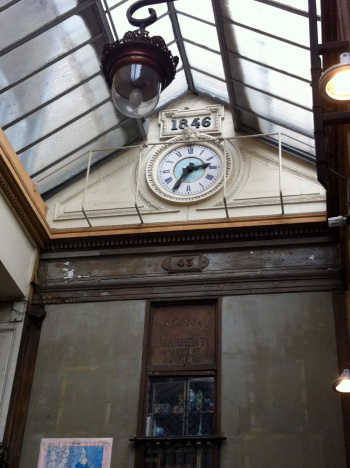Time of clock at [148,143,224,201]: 2:35
